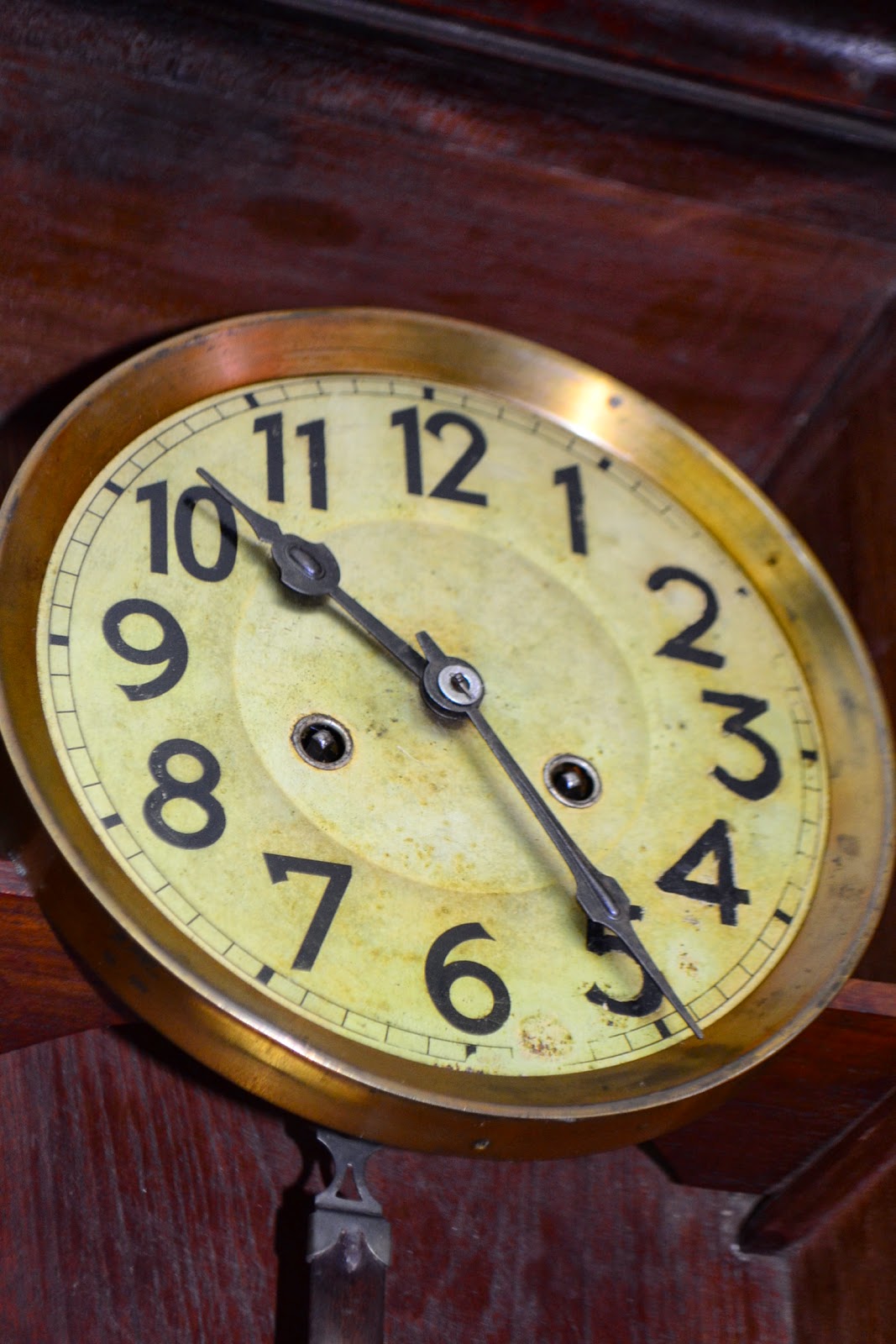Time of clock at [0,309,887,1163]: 10:24
